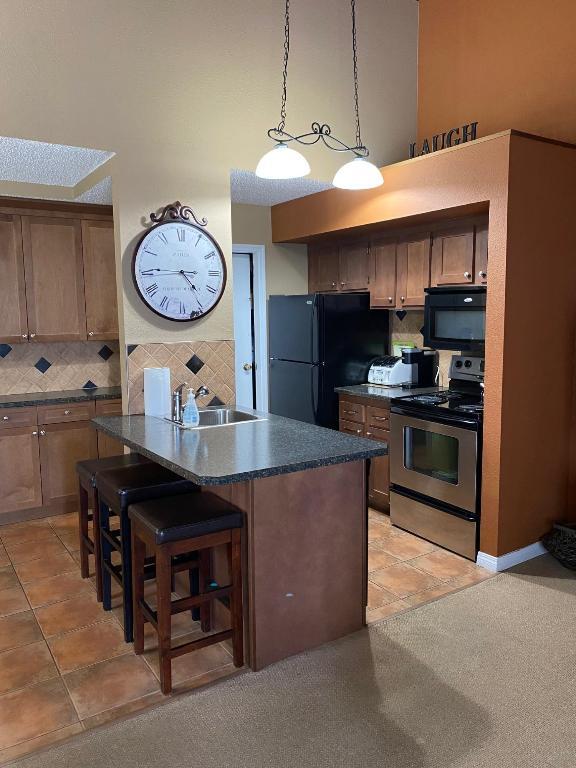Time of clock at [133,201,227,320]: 4:44
